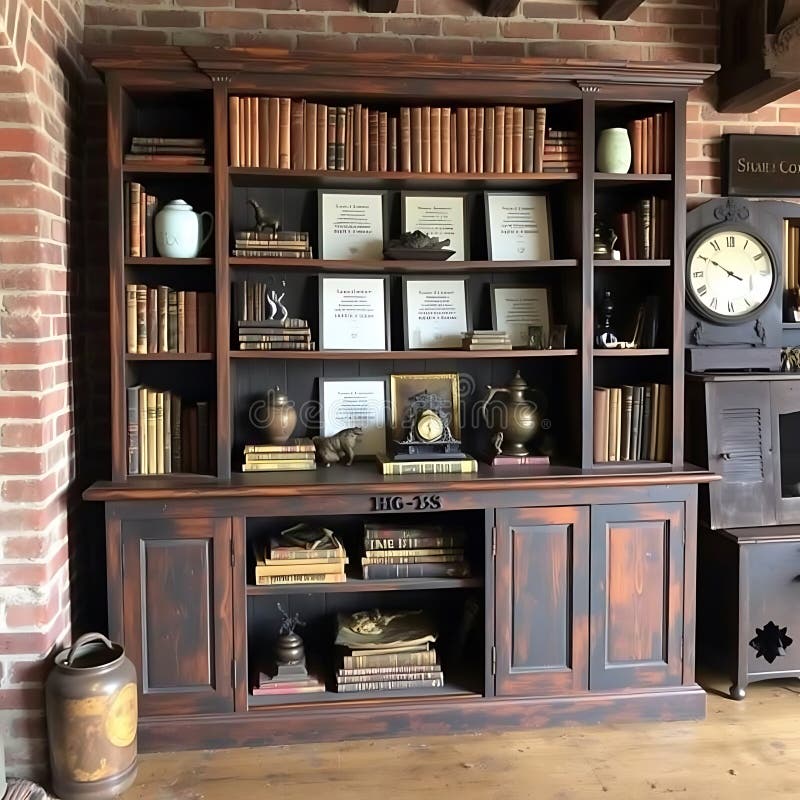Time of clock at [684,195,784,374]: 3:50
